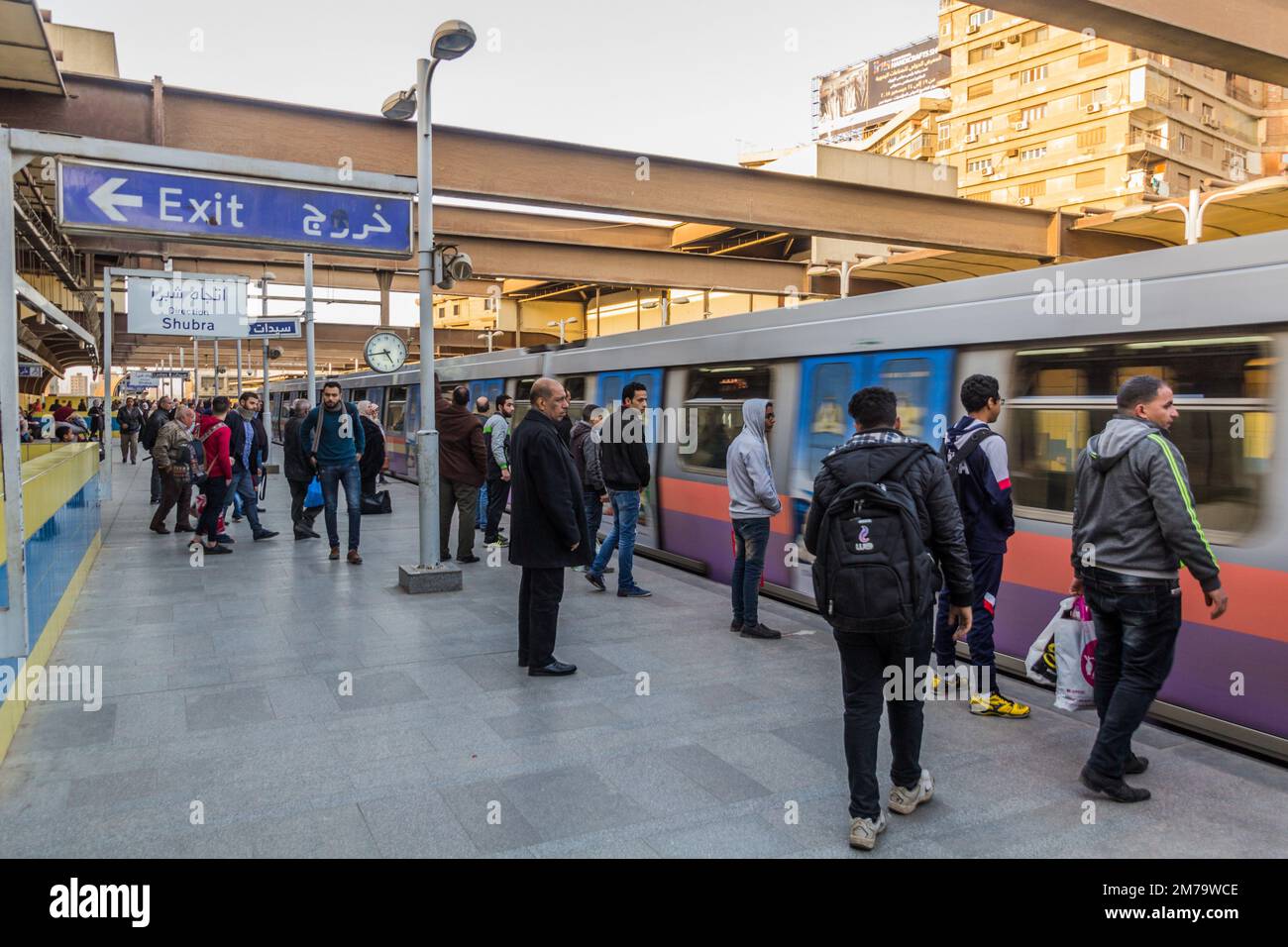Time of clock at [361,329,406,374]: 4:43
